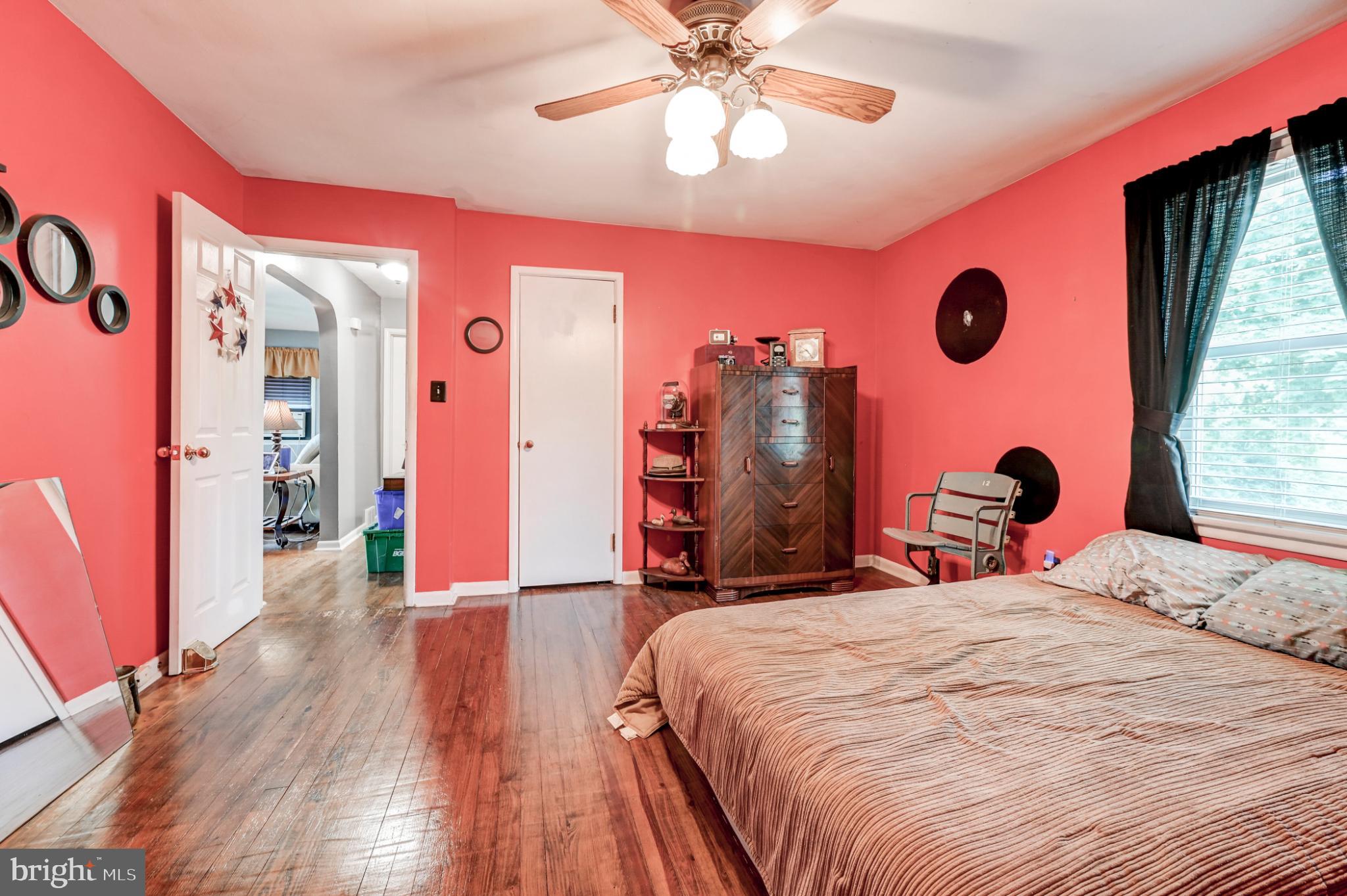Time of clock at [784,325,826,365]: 8:23
